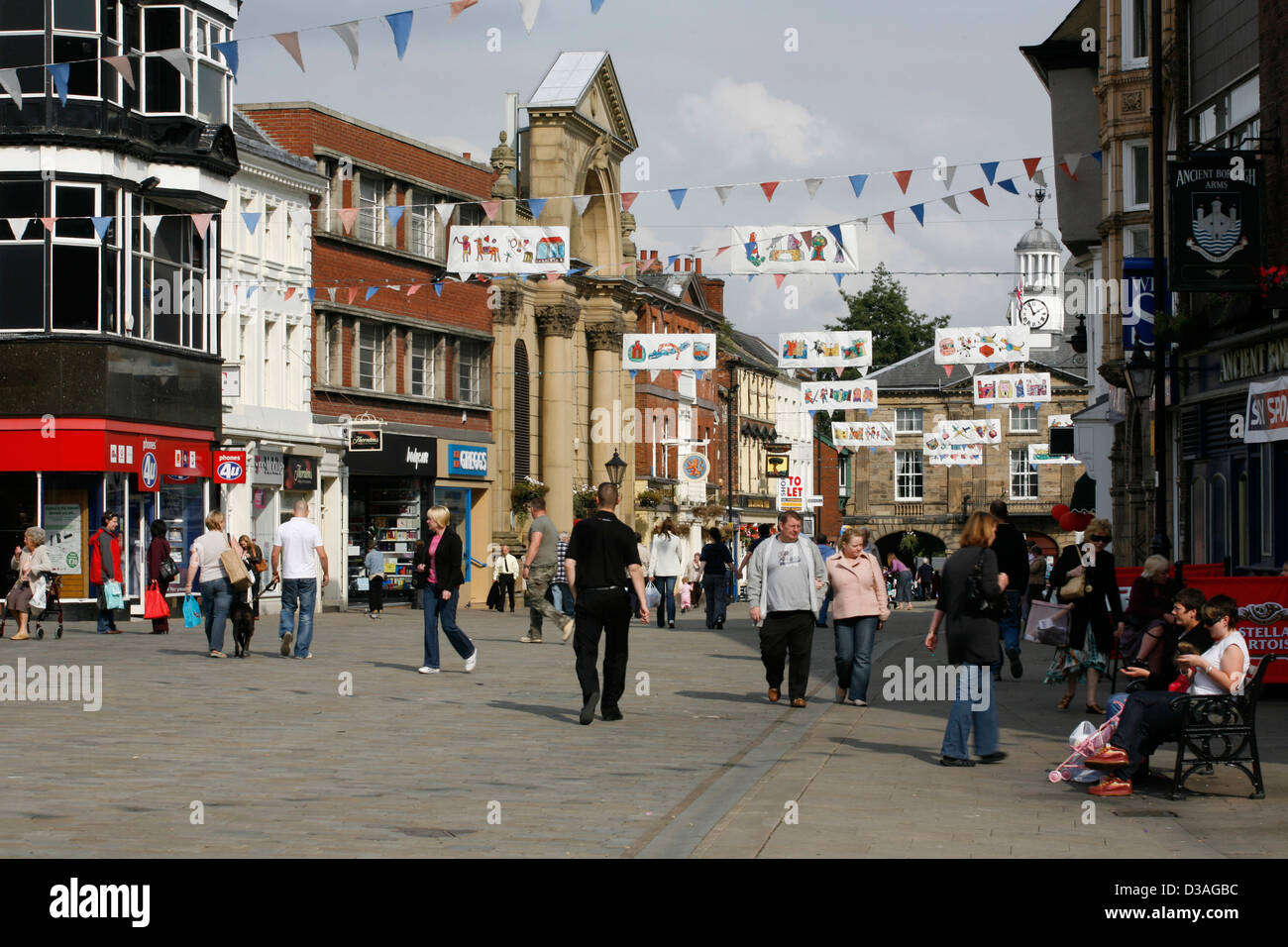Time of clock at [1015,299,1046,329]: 1:56
